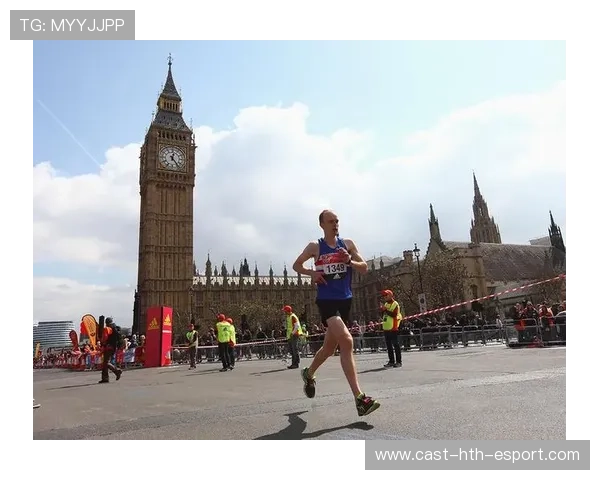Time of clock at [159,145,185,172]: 12:23
